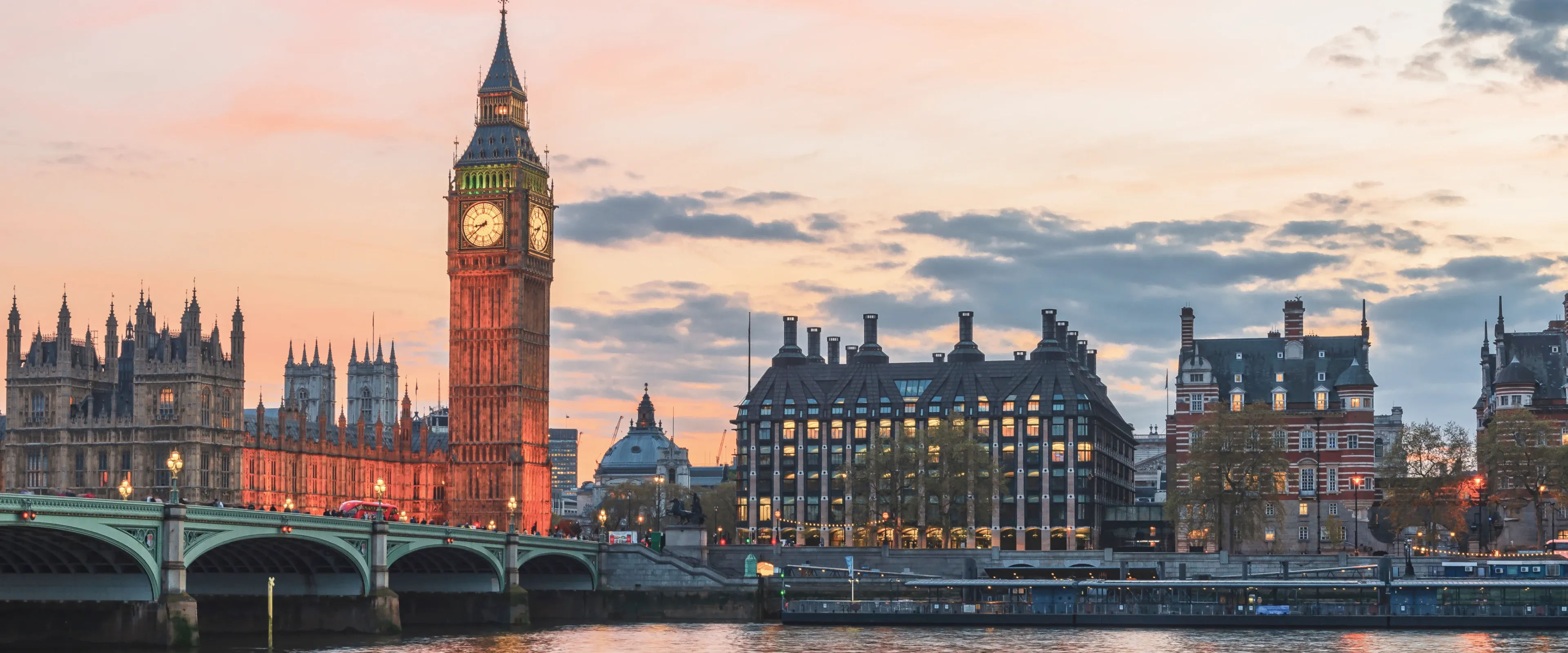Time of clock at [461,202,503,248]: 8:38
